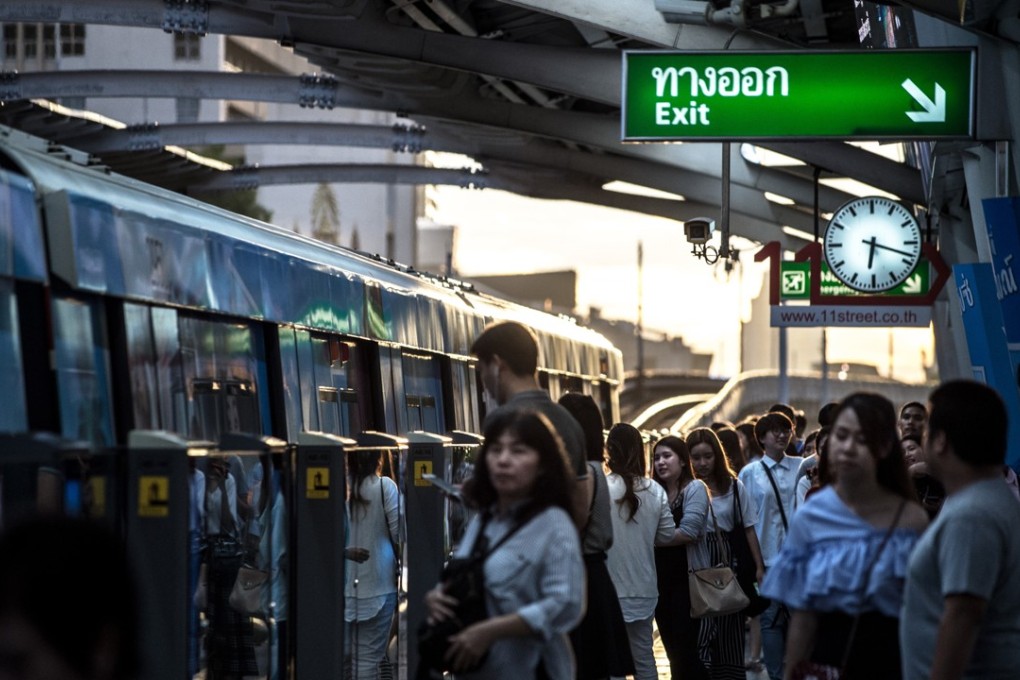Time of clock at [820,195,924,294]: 6:18
